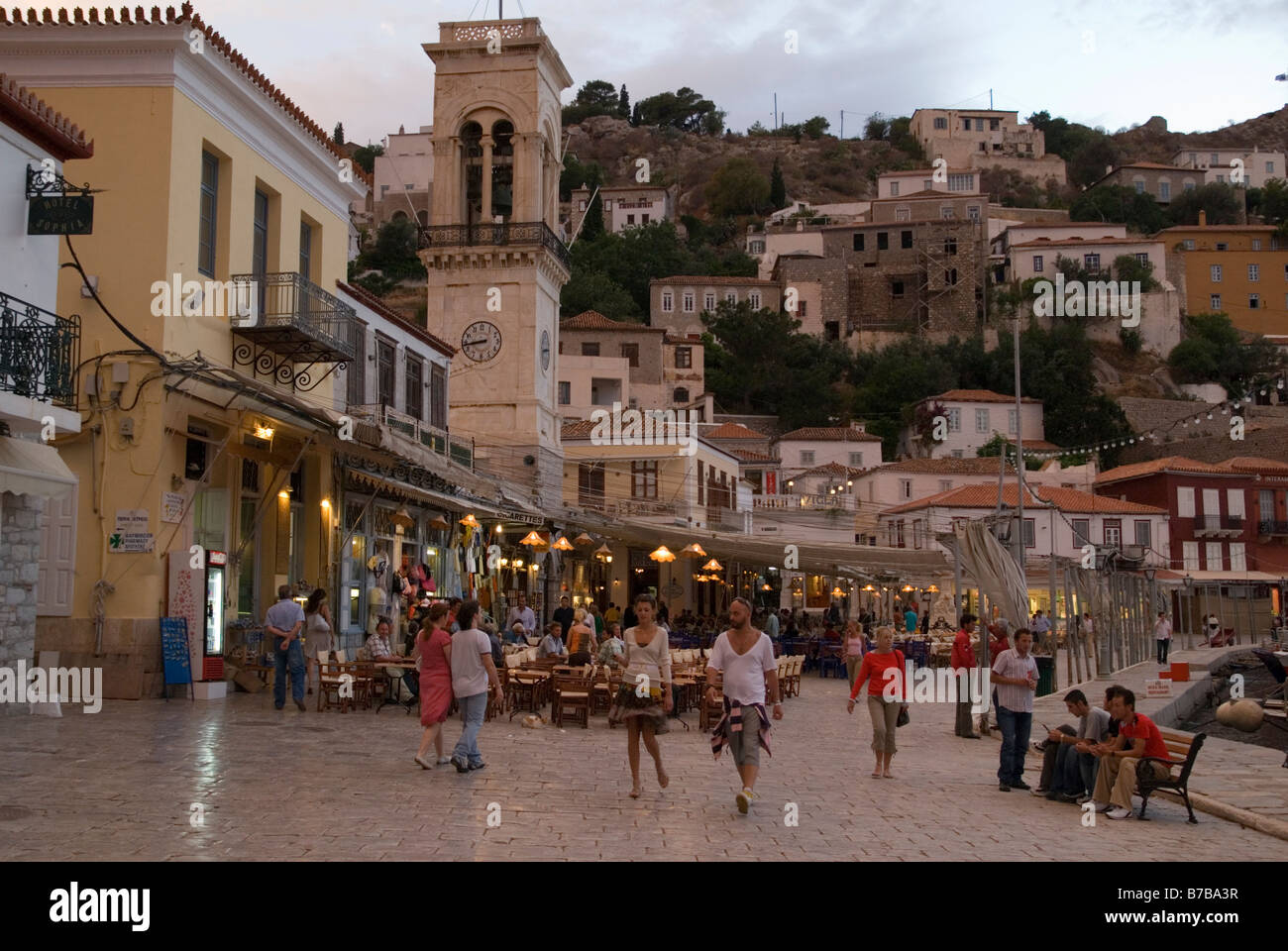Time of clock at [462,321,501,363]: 8:43
